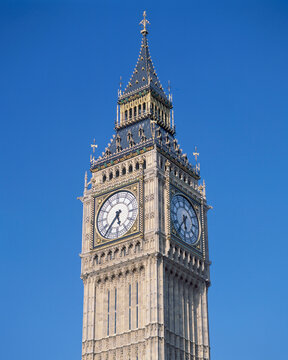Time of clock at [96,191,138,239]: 5:36
